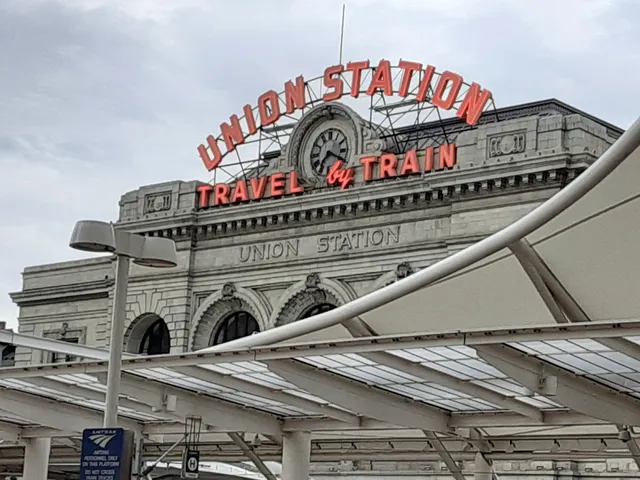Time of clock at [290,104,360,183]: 7:19
